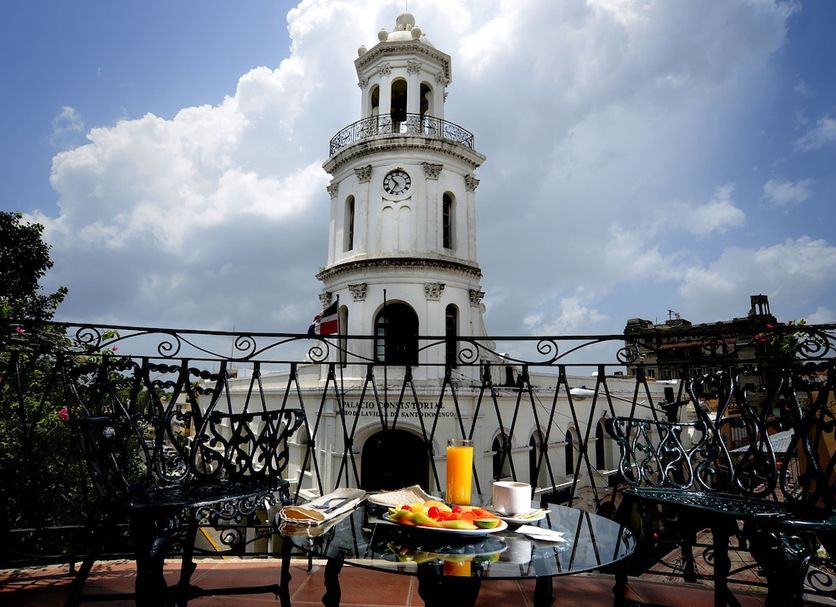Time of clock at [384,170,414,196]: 10:35
